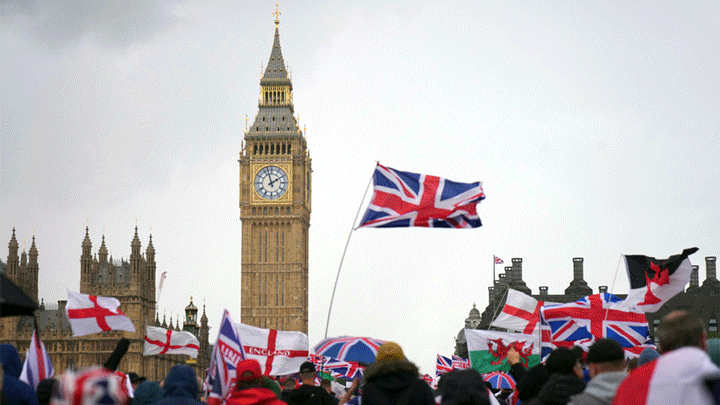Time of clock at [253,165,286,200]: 1:57
